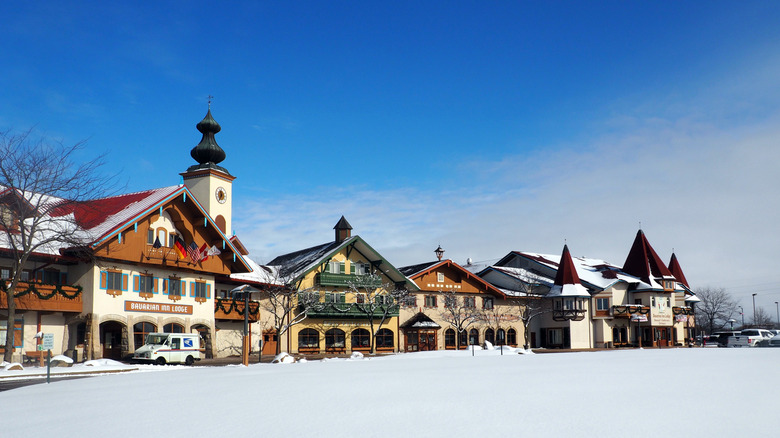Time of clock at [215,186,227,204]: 11:35
